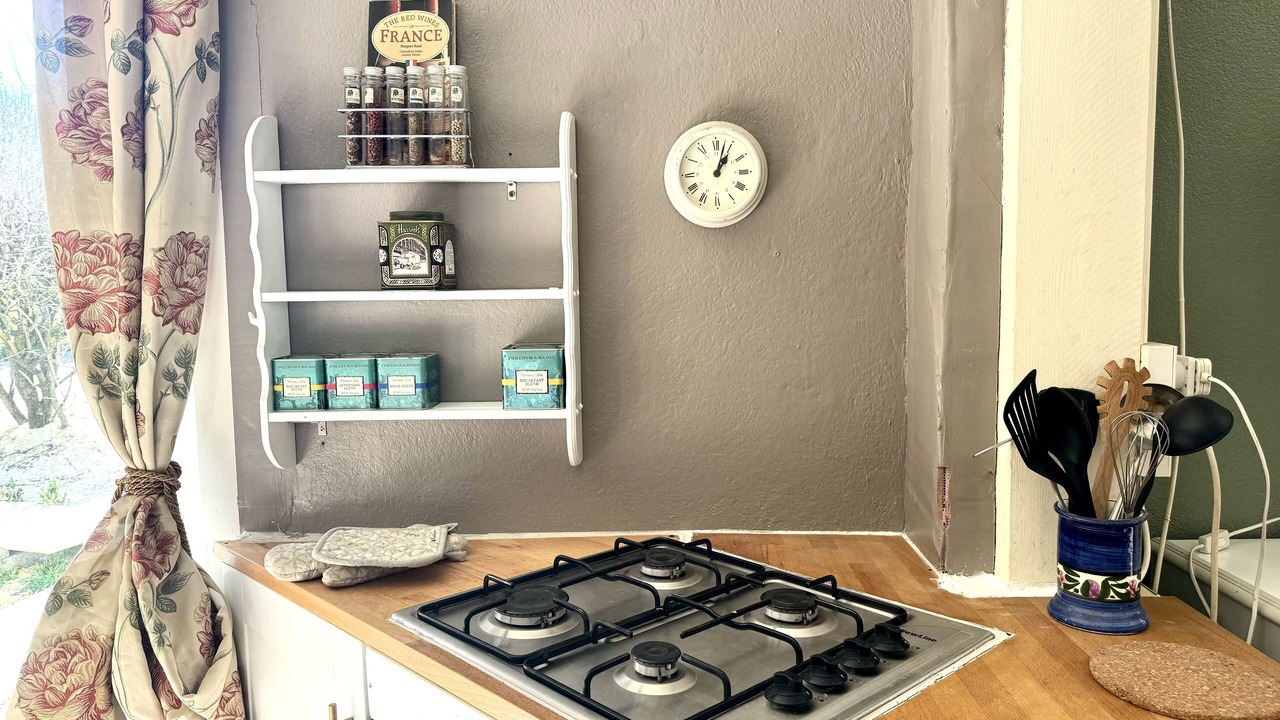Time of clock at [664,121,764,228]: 1:02
